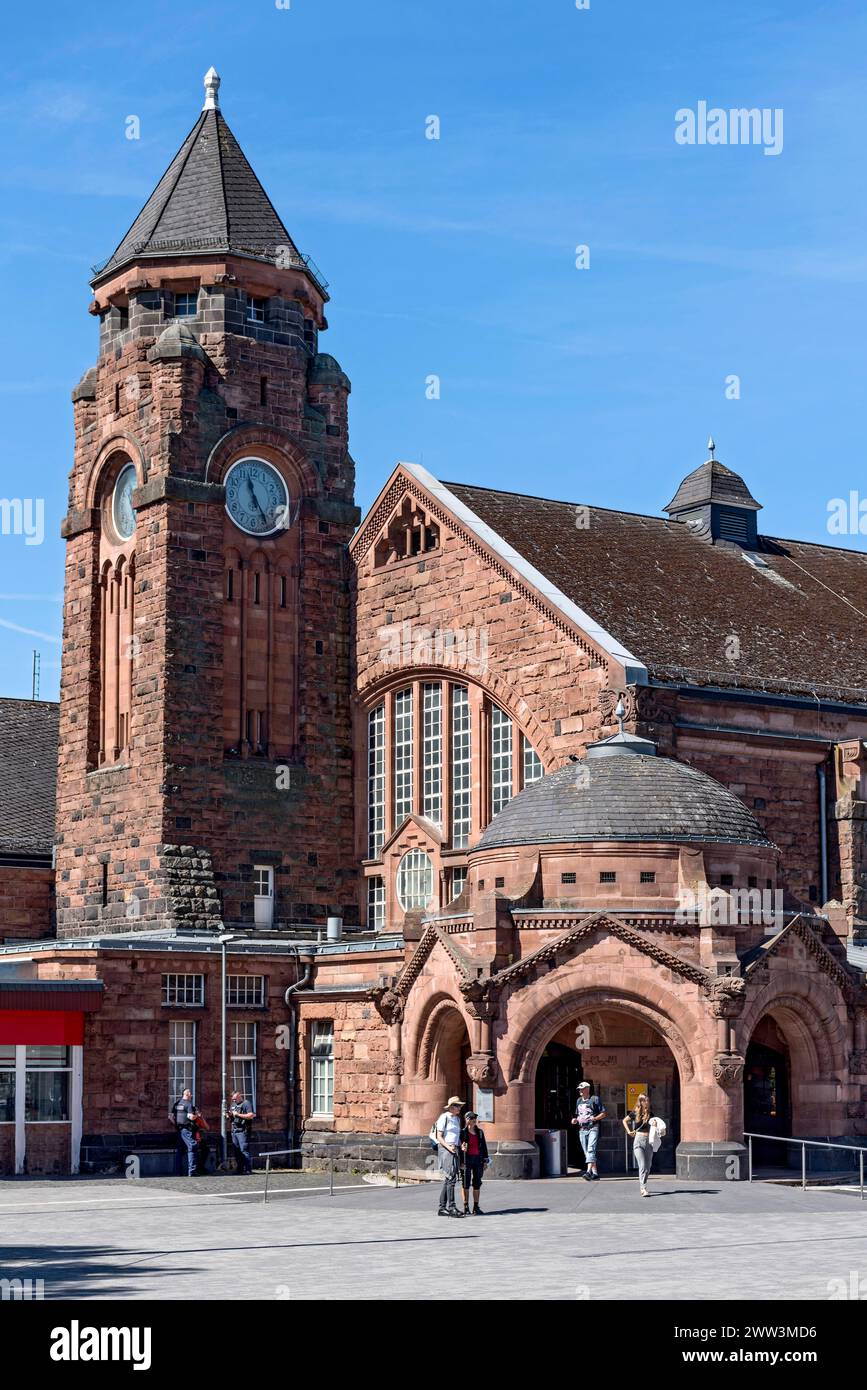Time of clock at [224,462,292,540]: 11:24
